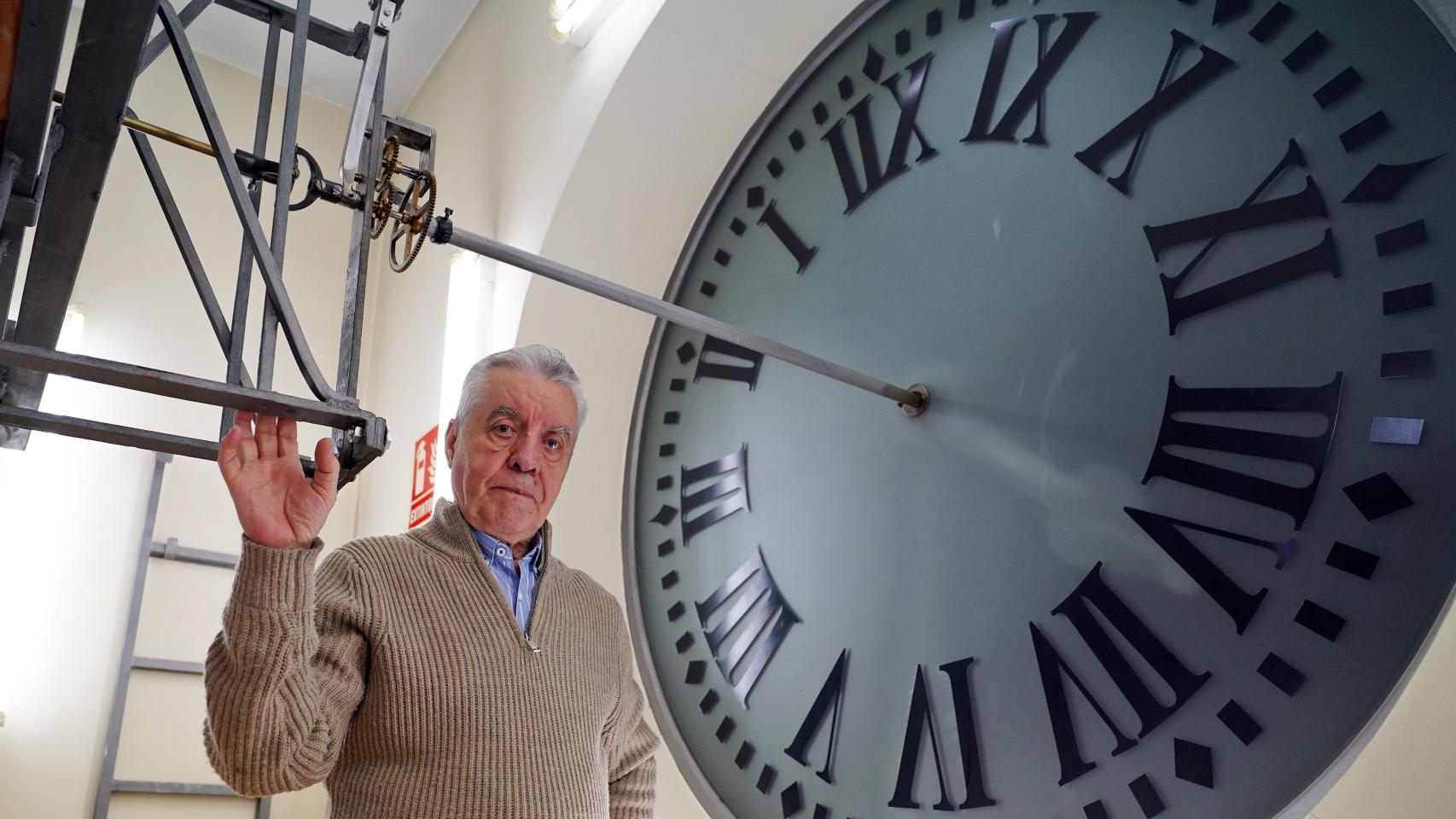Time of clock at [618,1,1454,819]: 3:45
